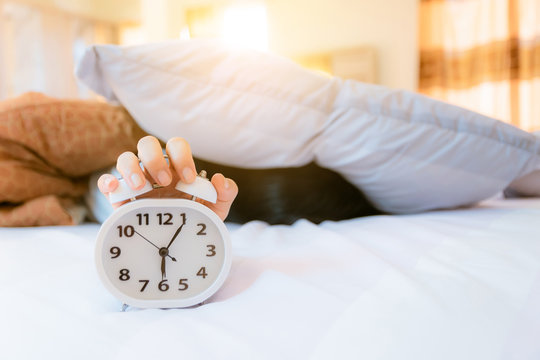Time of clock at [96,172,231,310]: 6:05
